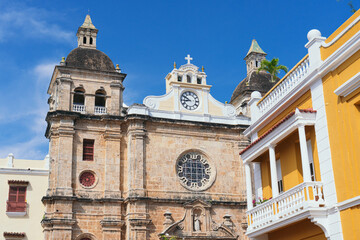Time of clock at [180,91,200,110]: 8:50
